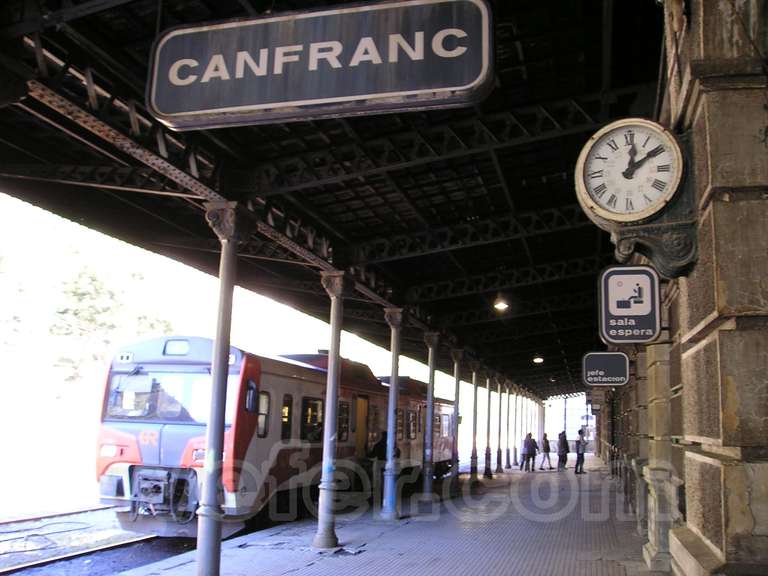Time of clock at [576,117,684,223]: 12:09
